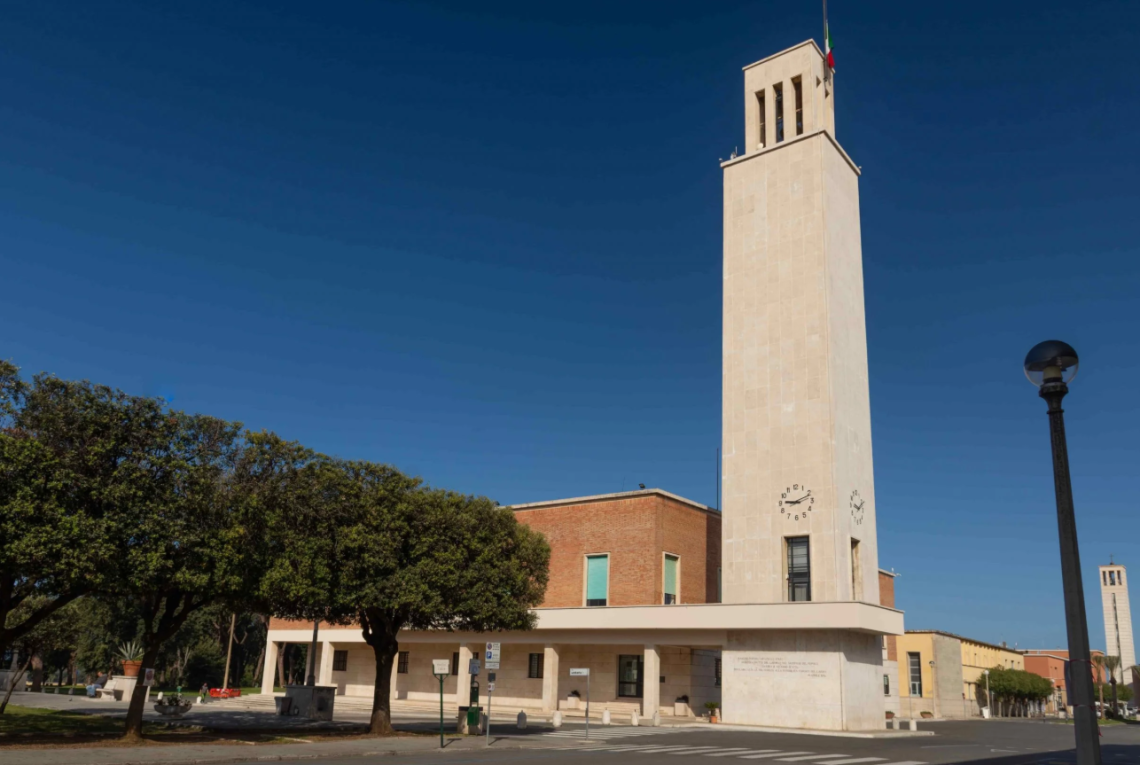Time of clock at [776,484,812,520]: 9:11
